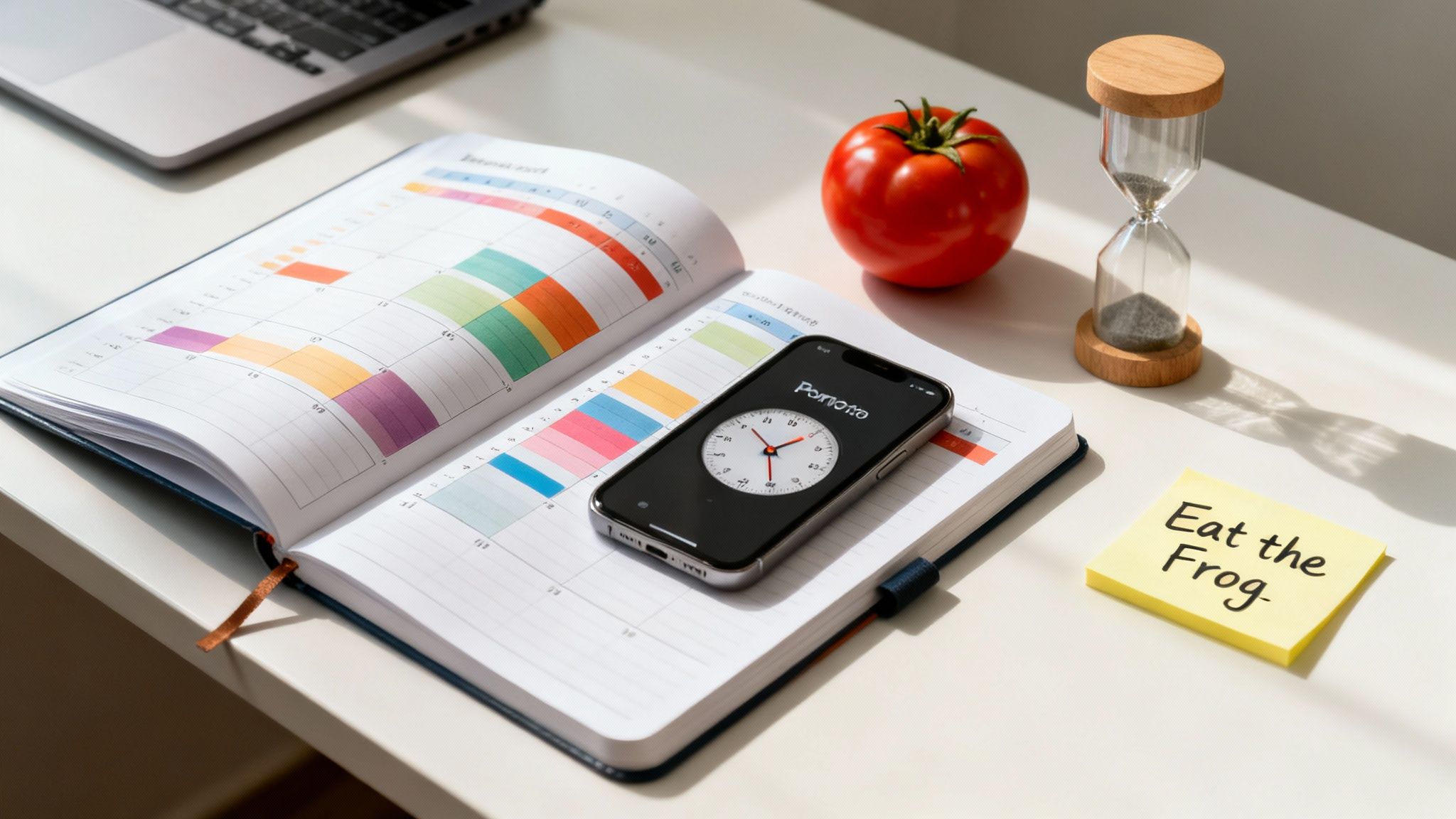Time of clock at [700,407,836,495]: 1:56
